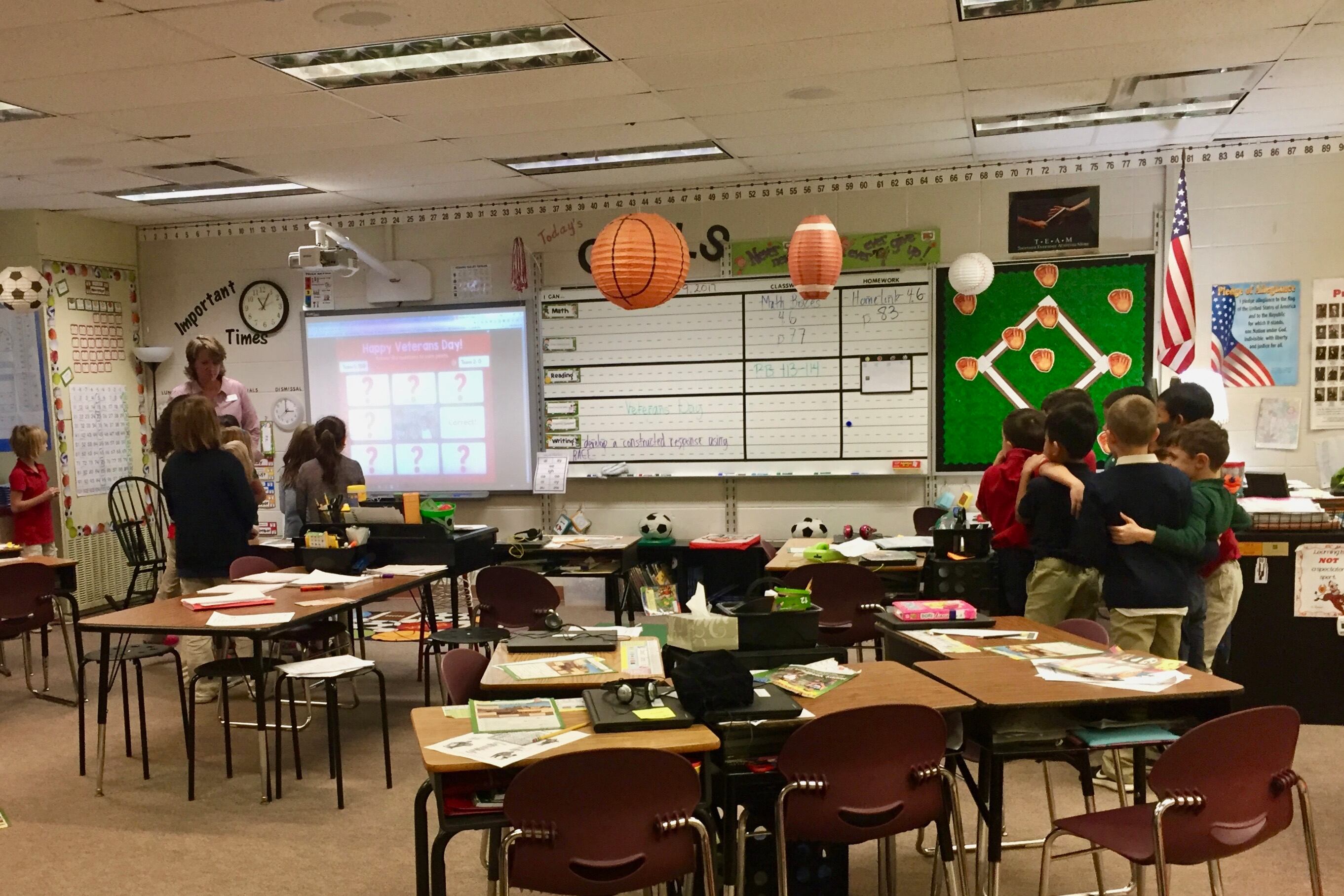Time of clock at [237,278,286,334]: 11:04
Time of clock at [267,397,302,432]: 2:59
